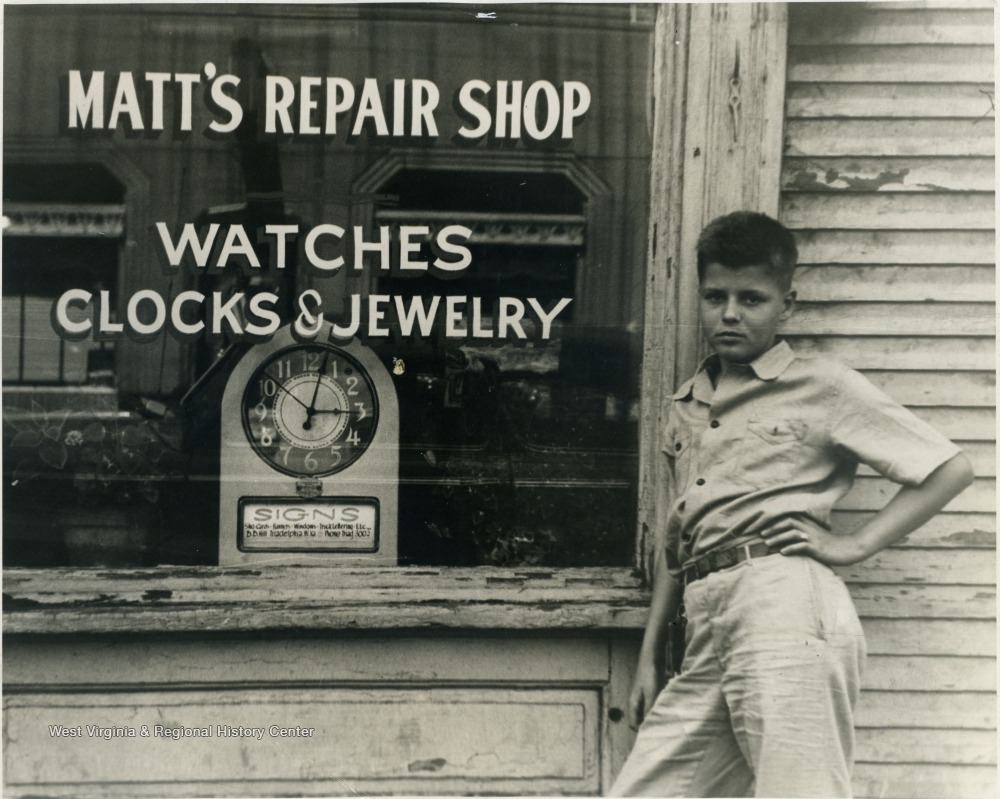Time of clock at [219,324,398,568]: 3:02
